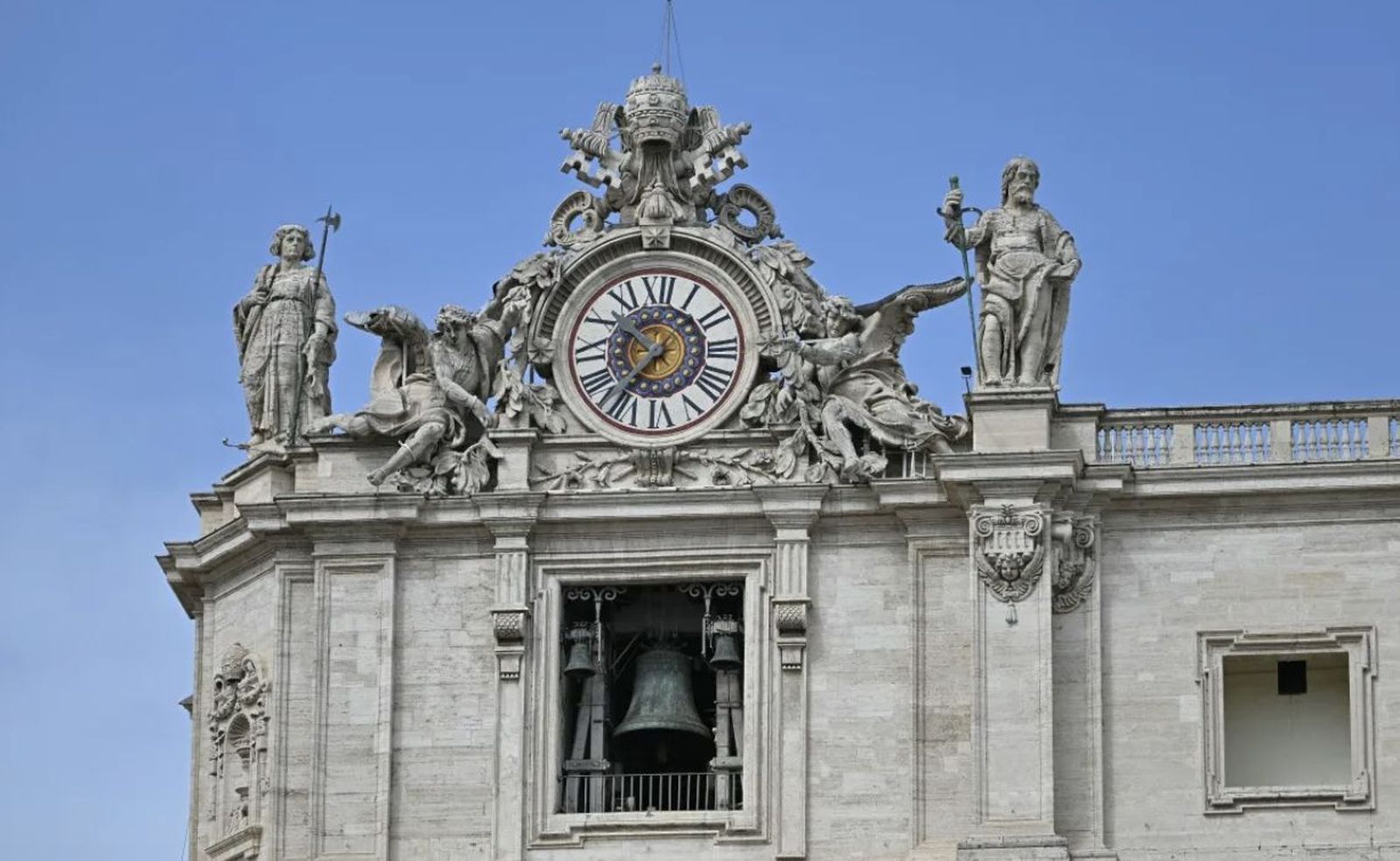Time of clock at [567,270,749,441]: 10:36
